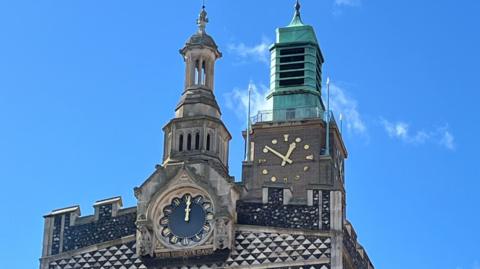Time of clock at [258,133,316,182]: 12:50
